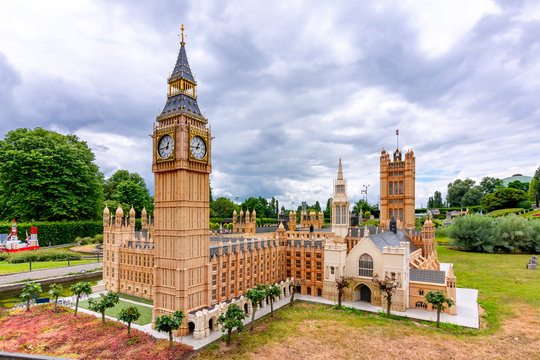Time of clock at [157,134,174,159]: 12:44
